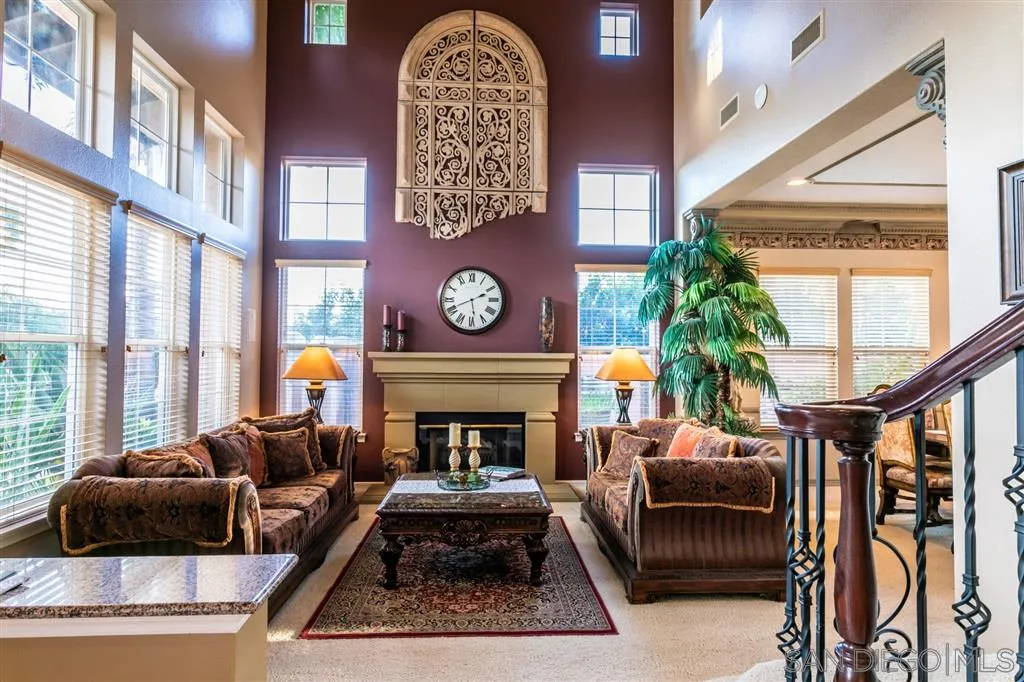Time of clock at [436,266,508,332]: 5:41
